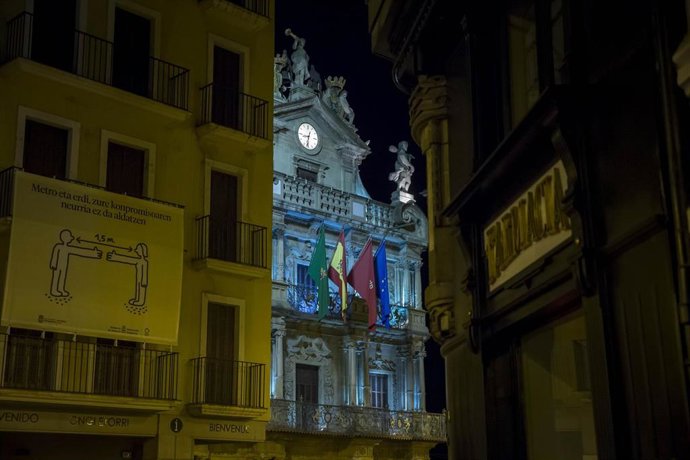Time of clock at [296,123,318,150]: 8:32
